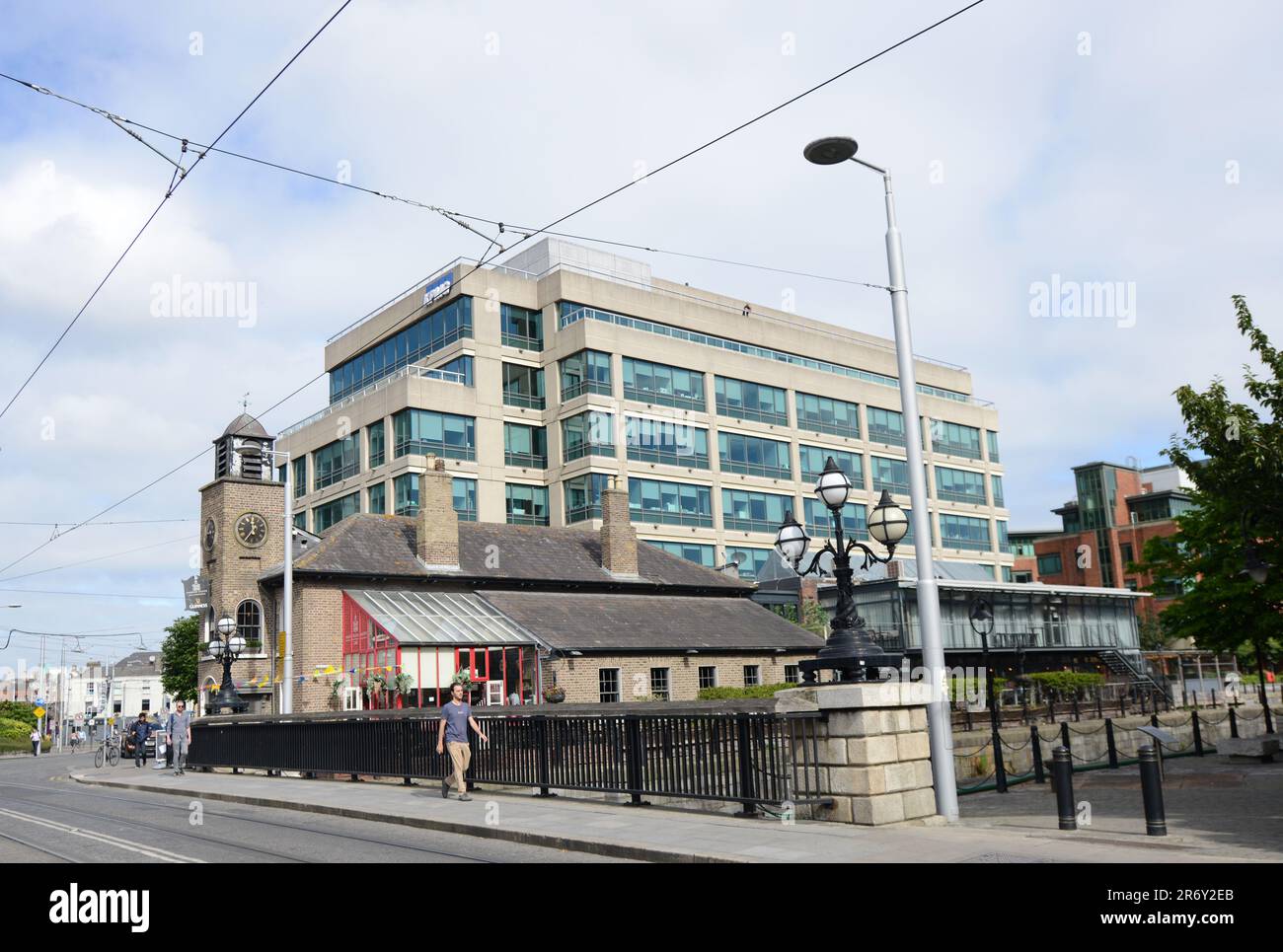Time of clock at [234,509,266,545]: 11:35
